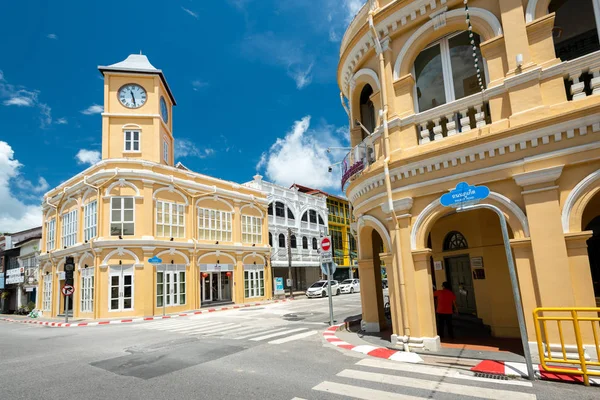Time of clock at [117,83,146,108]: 11:28
